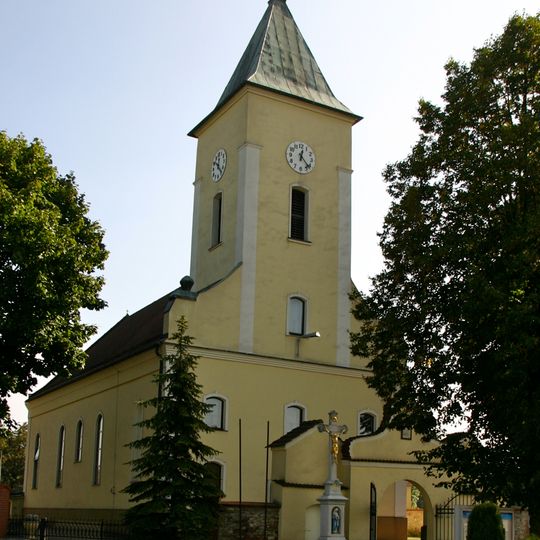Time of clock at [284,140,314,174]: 12:22
